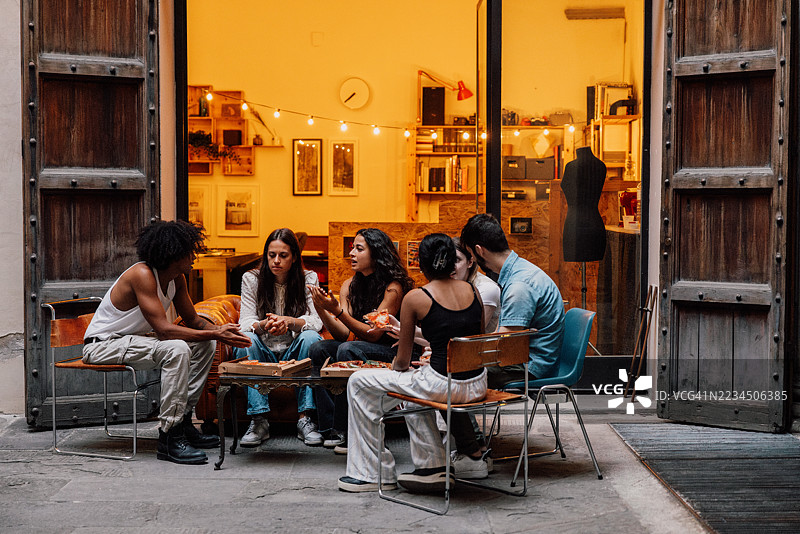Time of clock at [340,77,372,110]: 7:38
